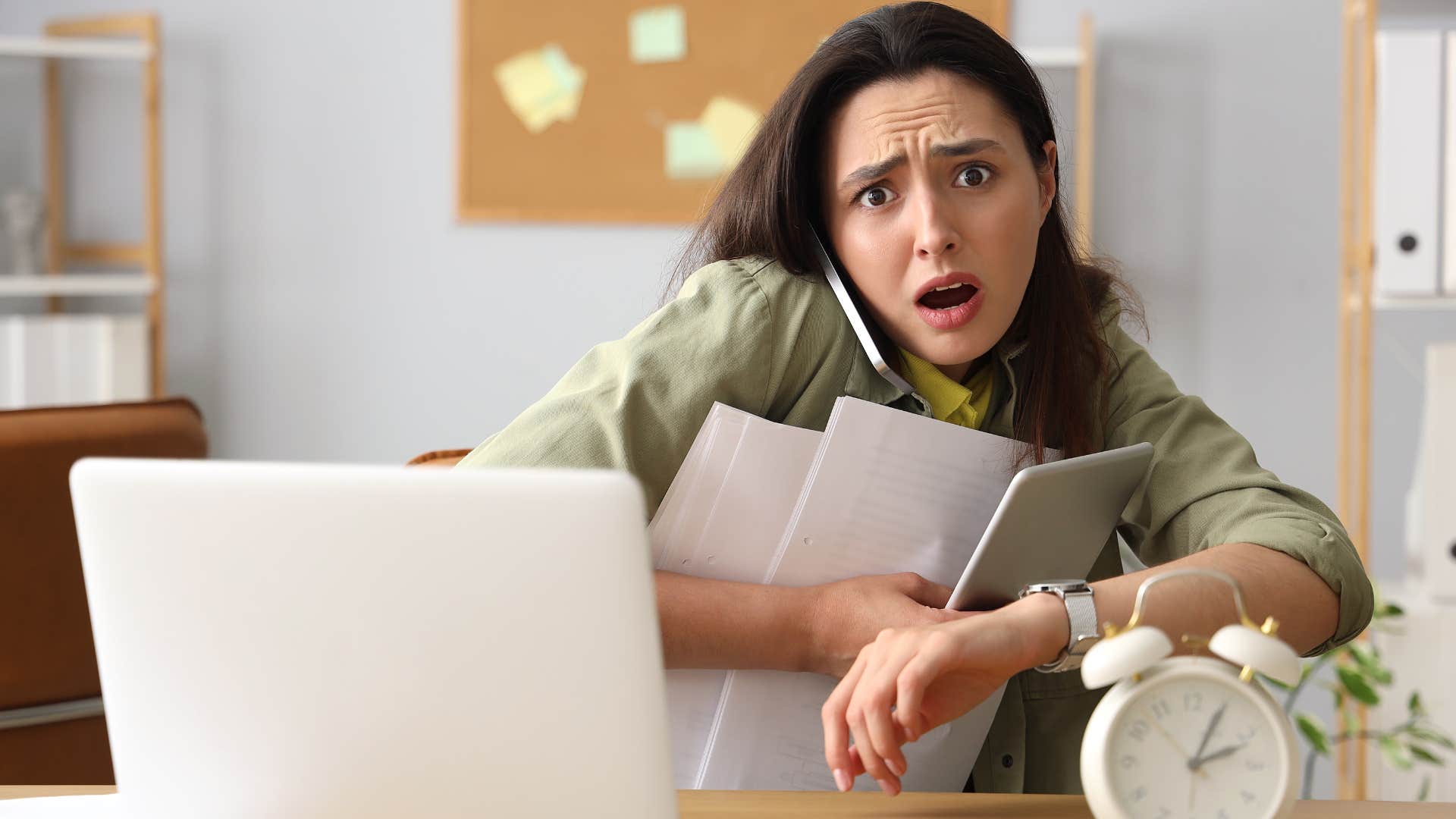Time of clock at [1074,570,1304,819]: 2:04
